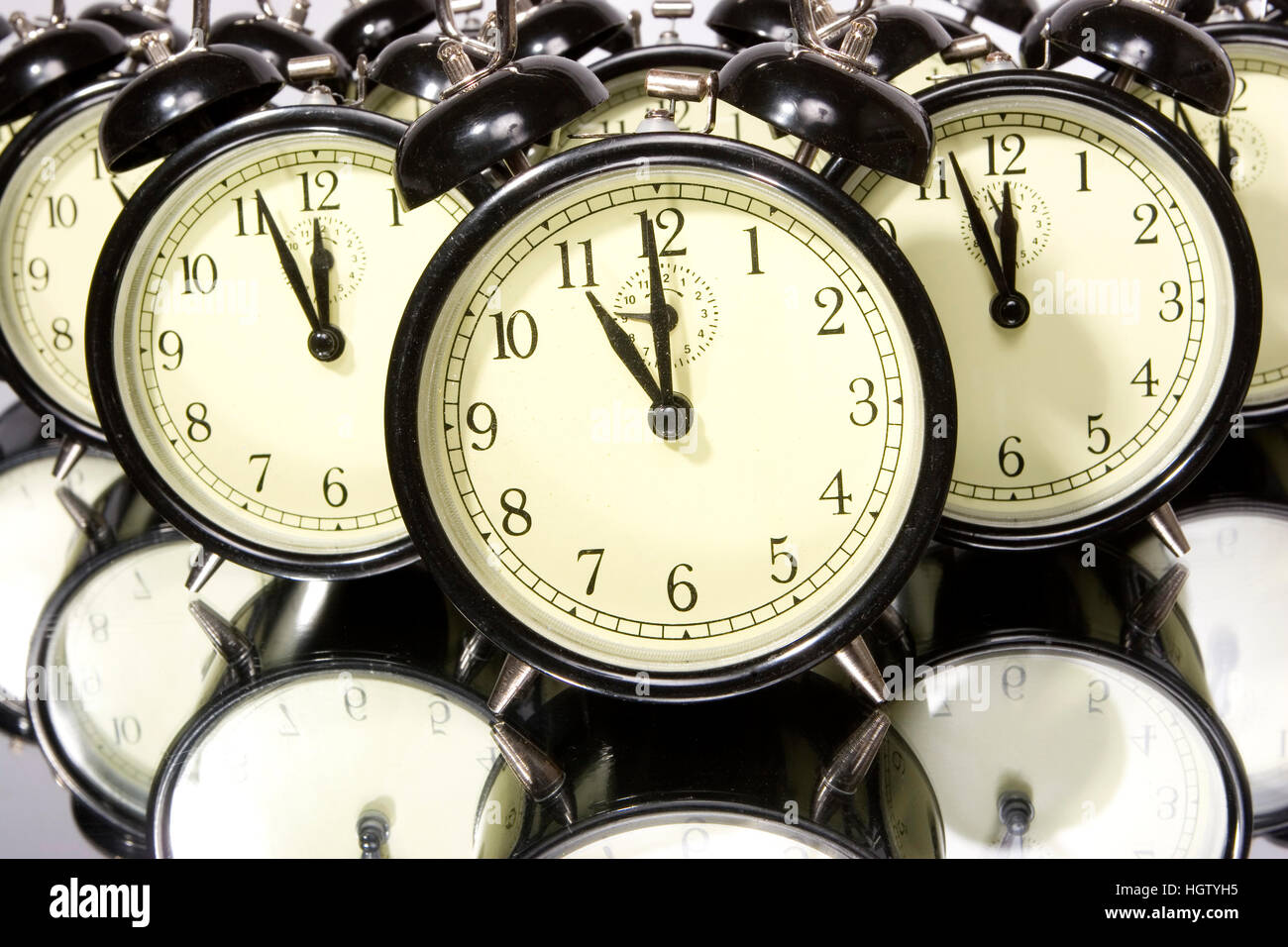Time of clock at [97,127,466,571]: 11:56
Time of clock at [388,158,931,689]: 10:59
